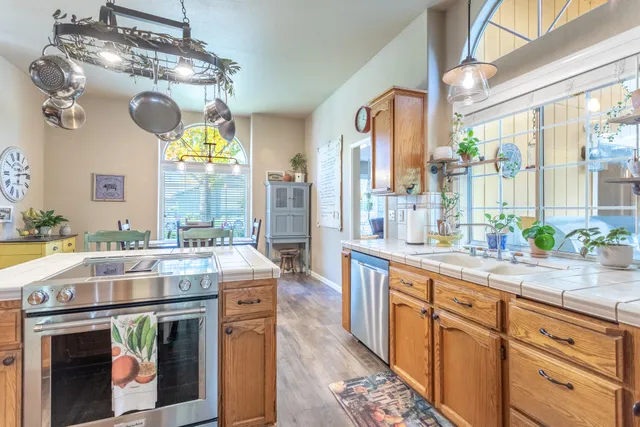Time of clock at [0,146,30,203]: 6:13
